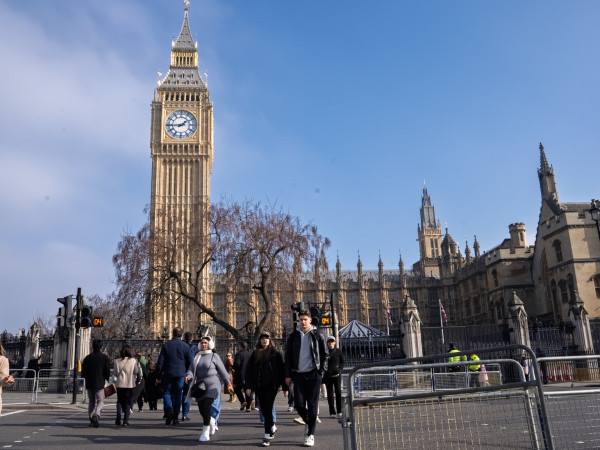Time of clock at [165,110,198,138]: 1:44
